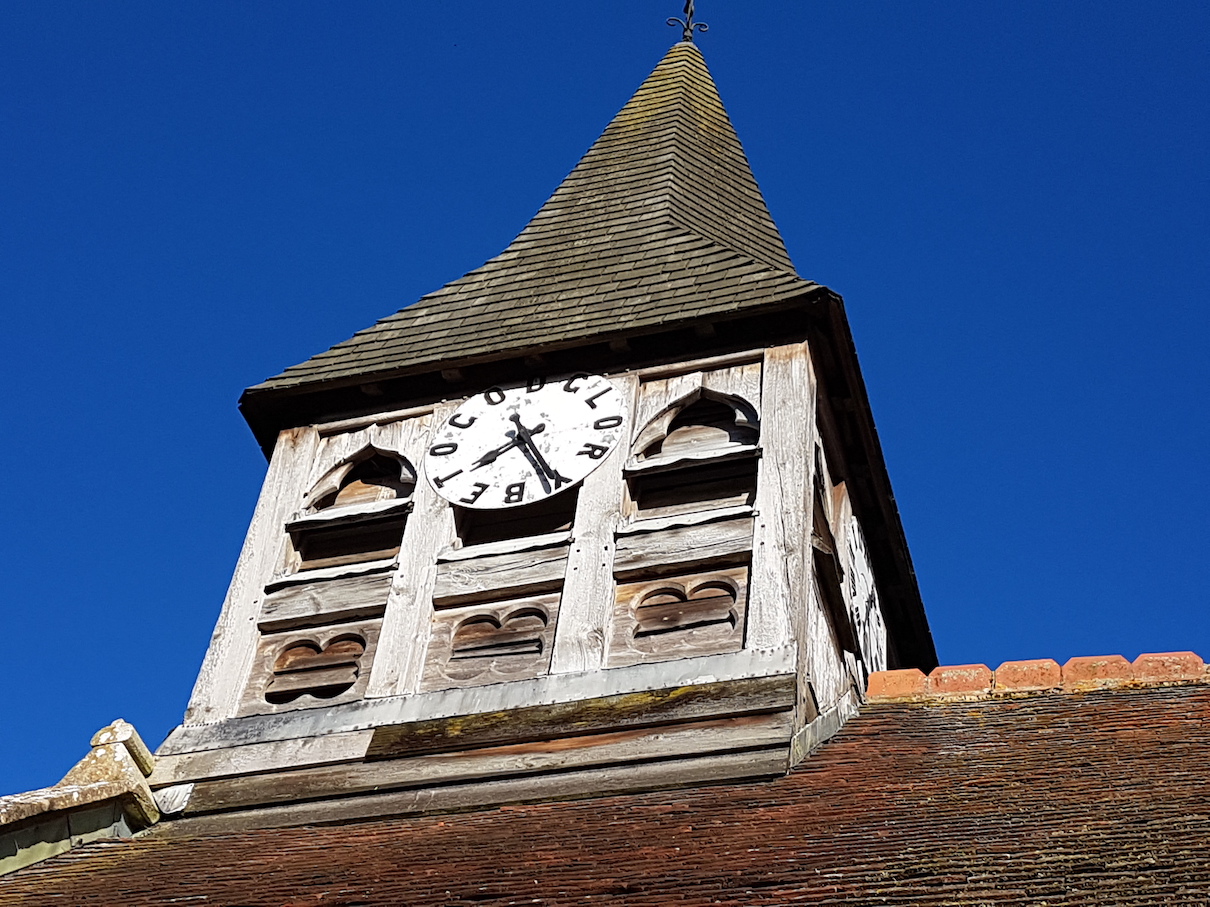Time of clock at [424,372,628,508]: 7:25
